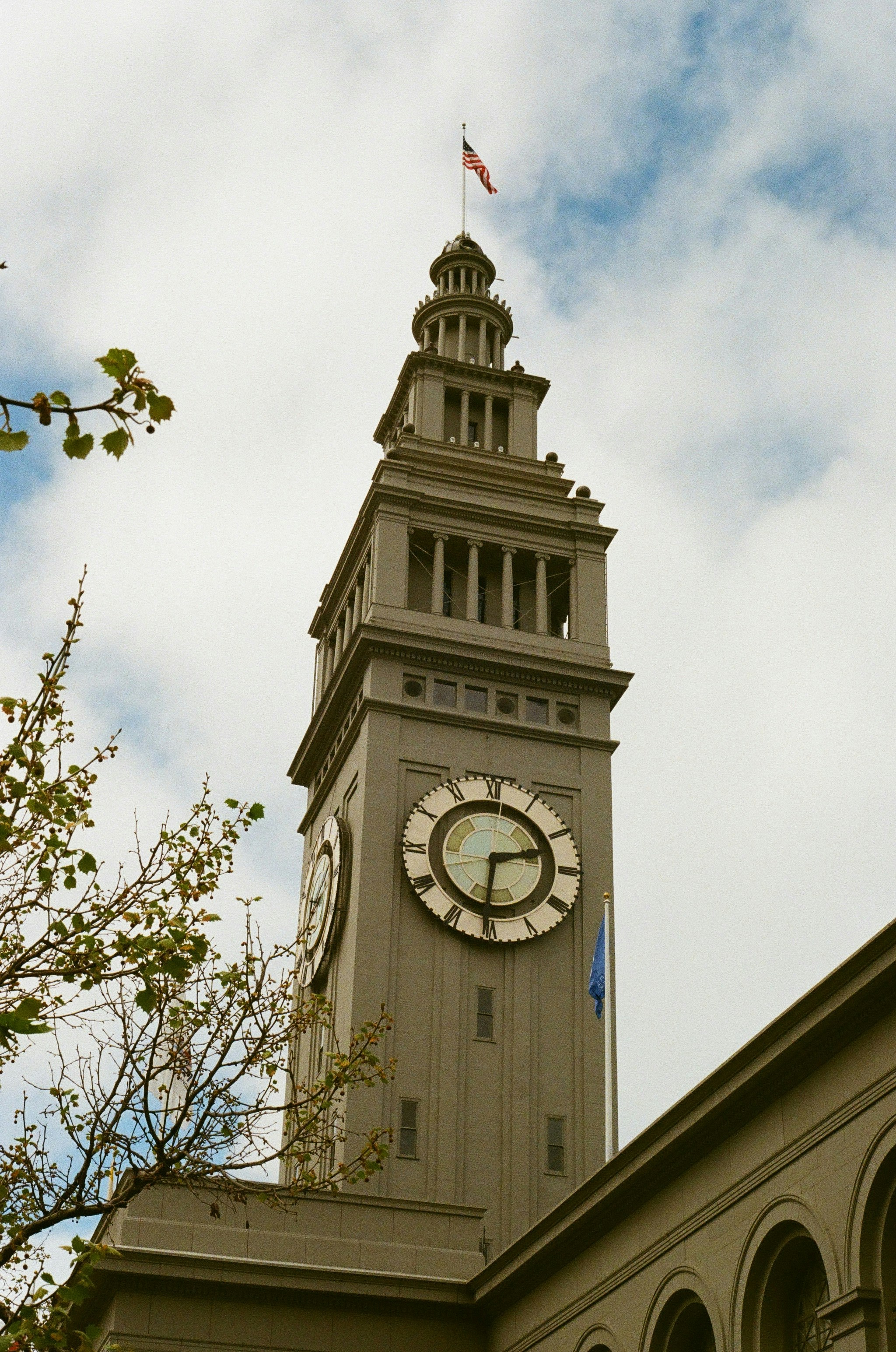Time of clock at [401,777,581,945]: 2:30
